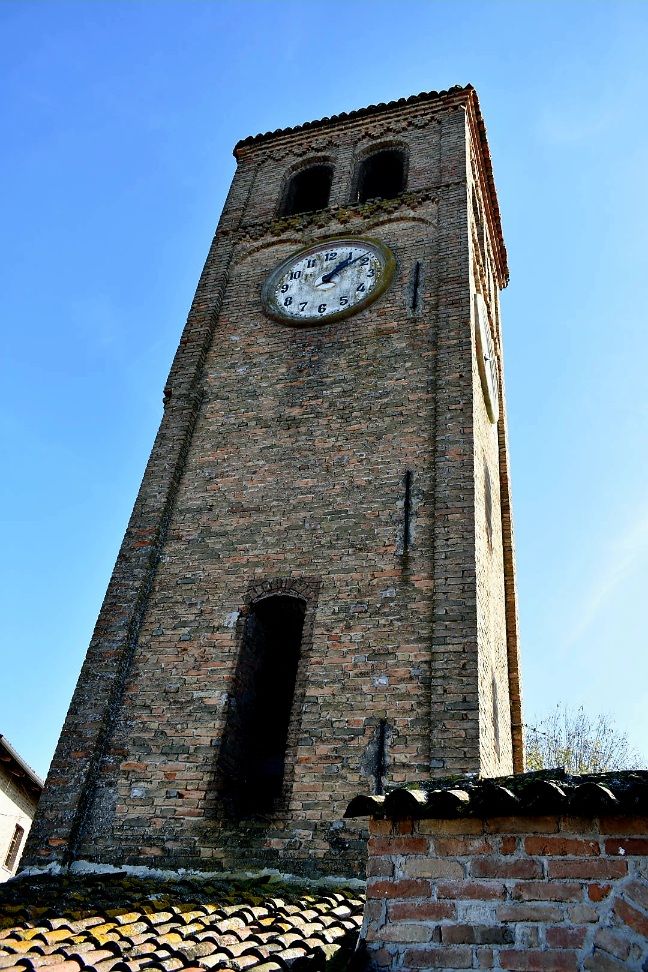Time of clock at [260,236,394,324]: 1:08
